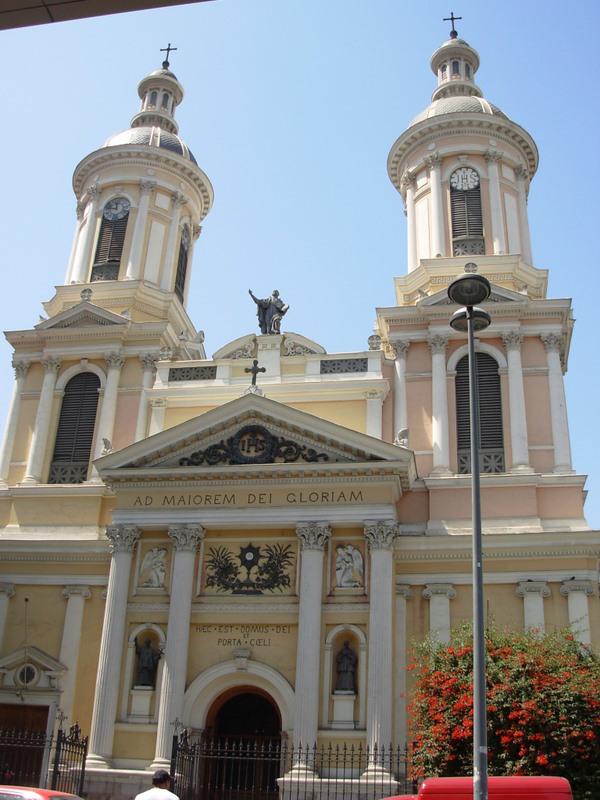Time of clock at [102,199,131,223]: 11:46
